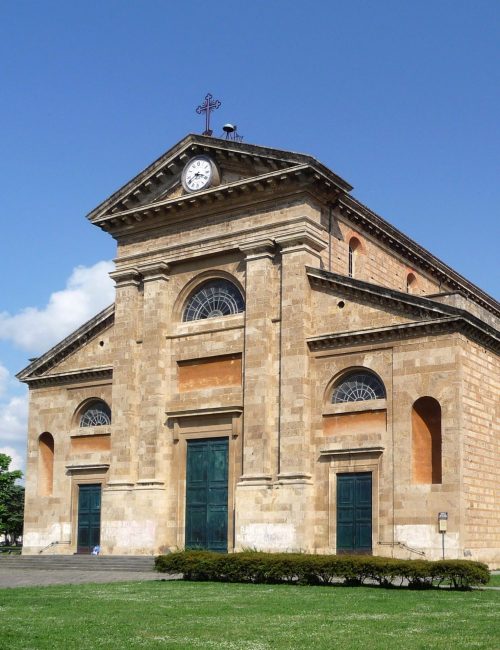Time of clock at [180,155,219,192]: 3:40
